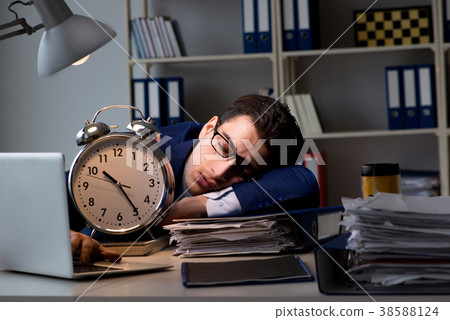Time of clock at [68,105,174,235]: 10:24
